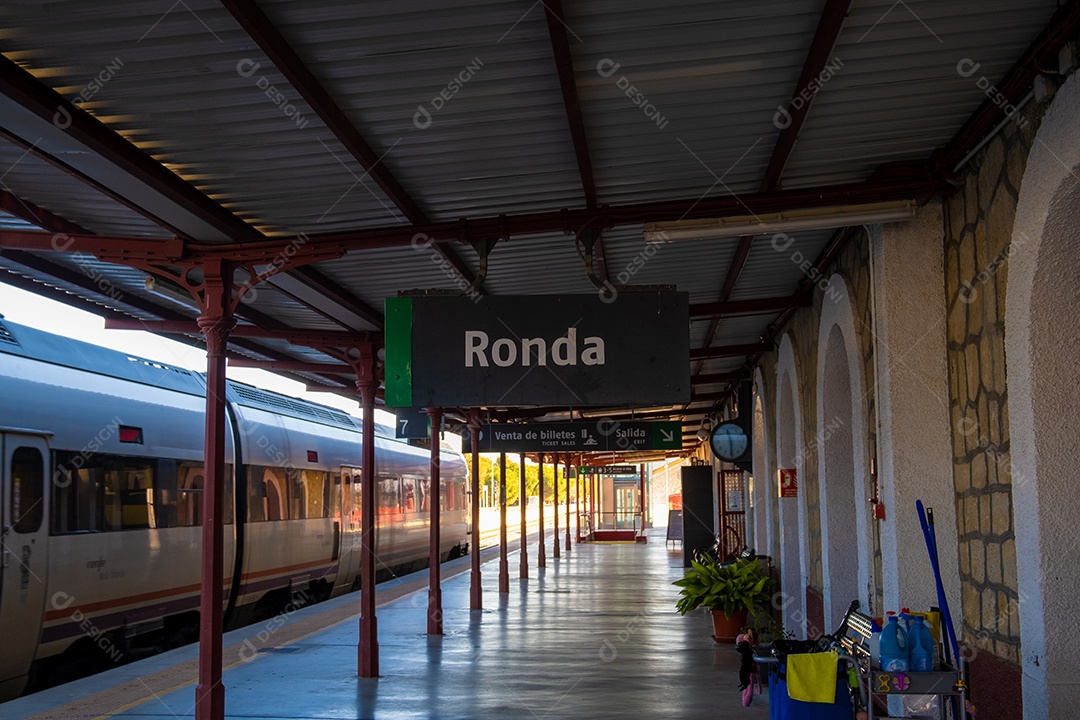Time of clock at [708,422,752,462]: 11:29
